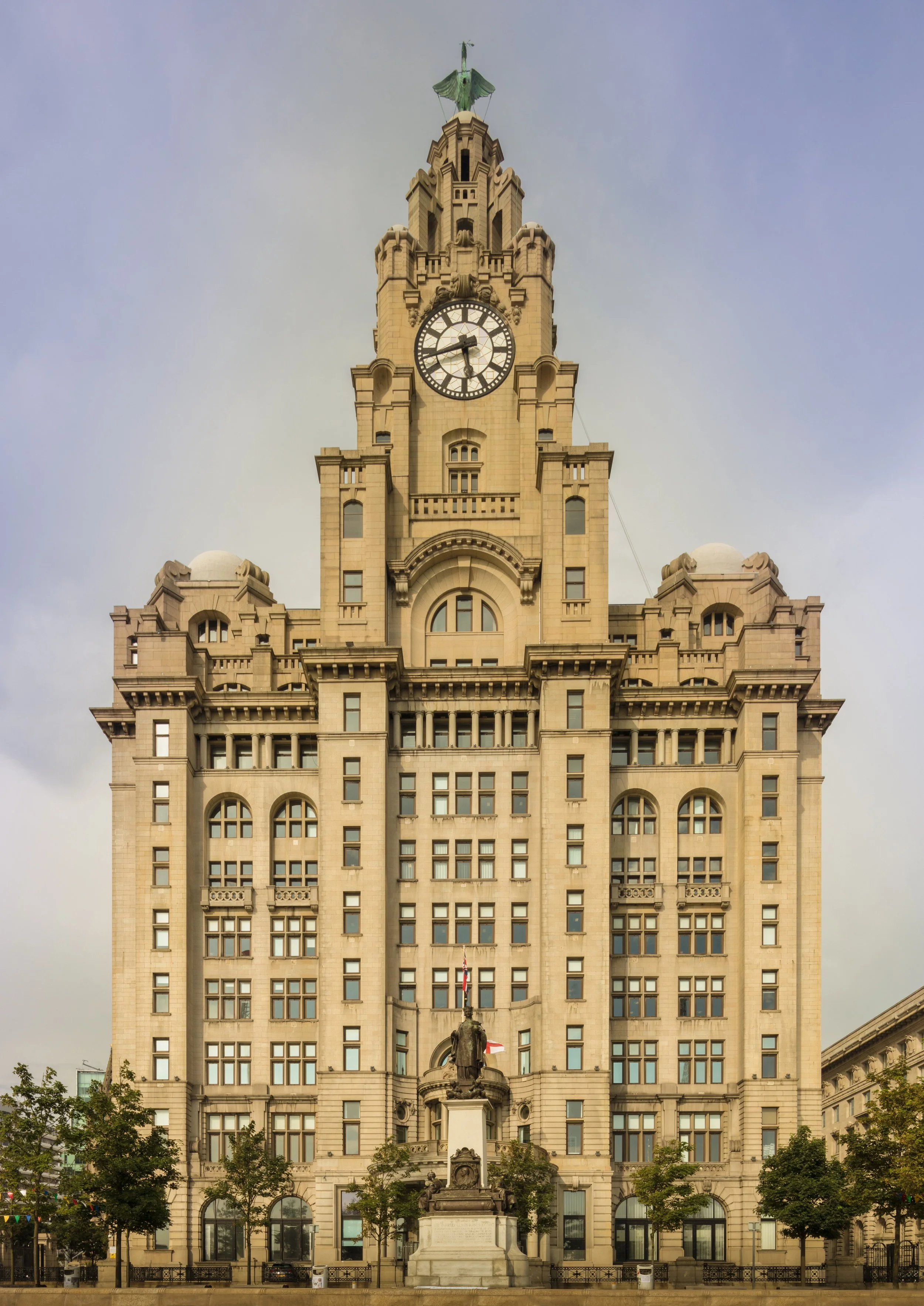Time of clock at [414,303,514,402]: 5:42
